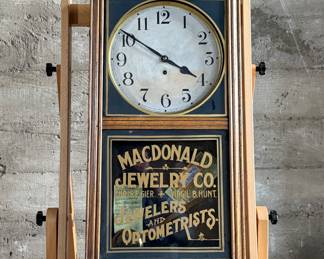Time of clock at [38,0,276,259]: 3:50
